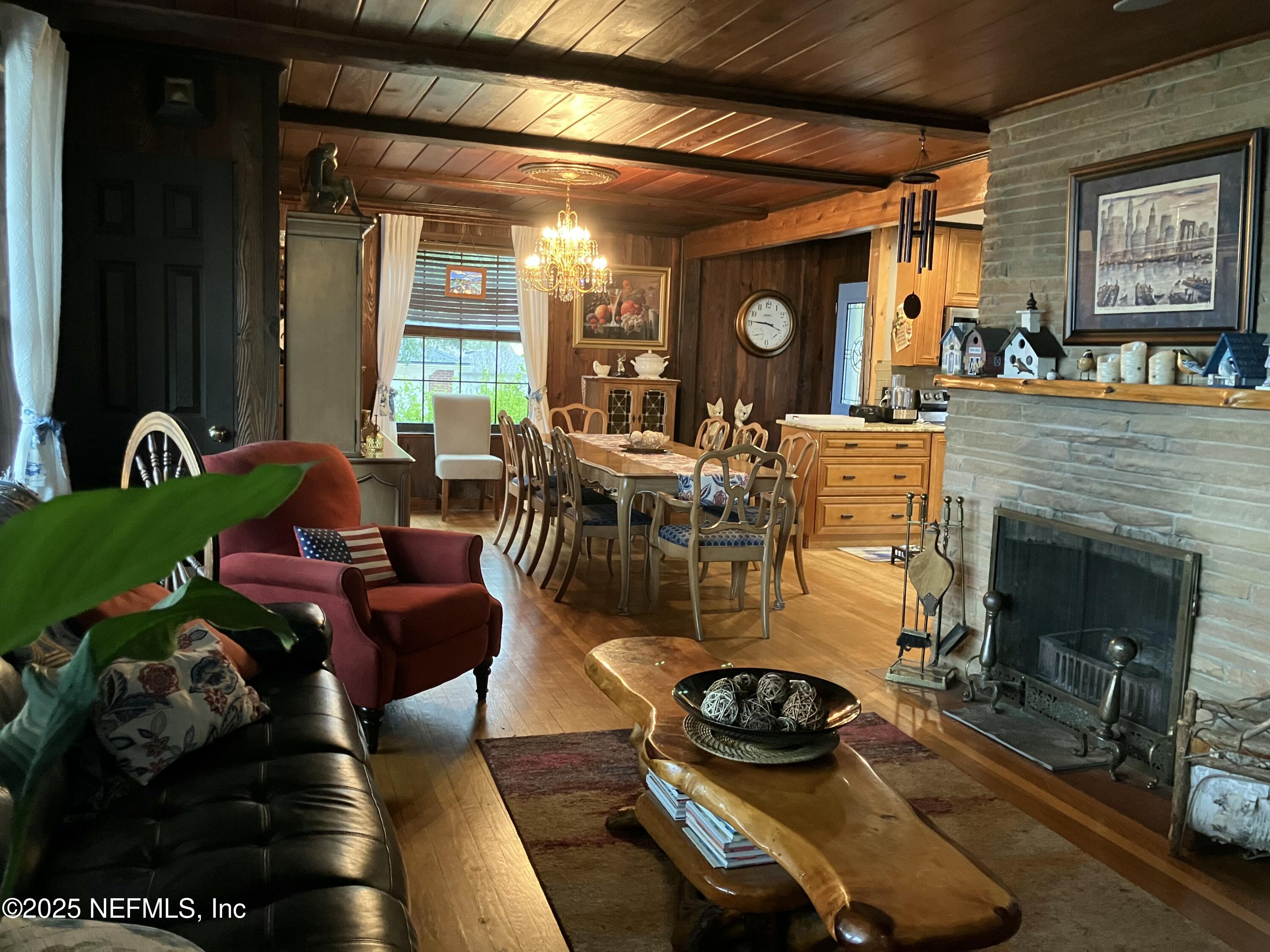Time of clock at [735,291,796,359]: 3:46
